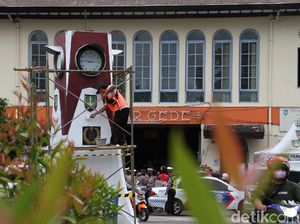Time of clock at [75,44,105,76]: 9:13
